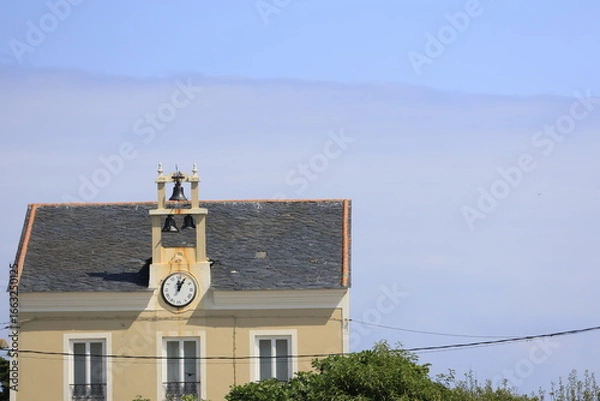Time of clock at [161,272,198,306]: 12:04
